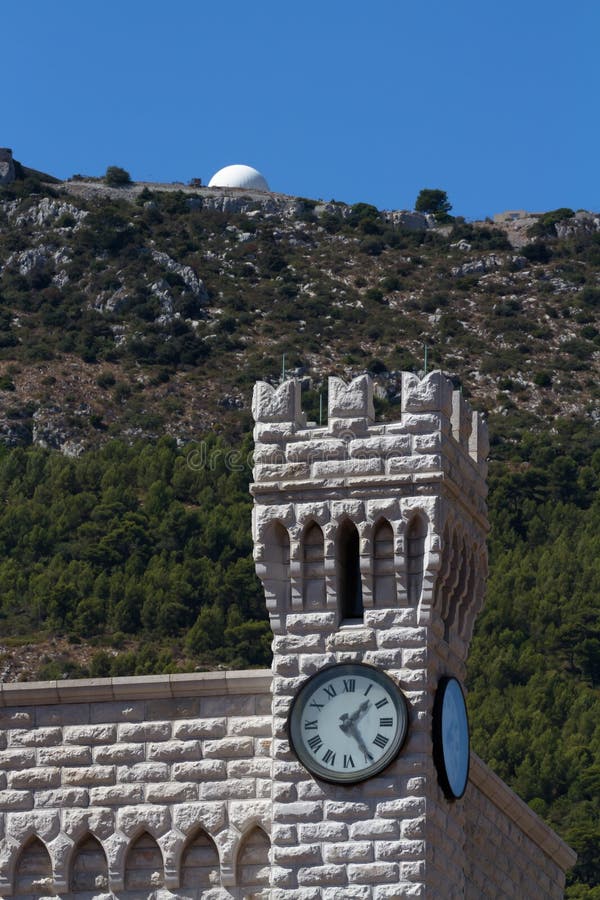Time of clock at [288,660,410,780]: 1:24
